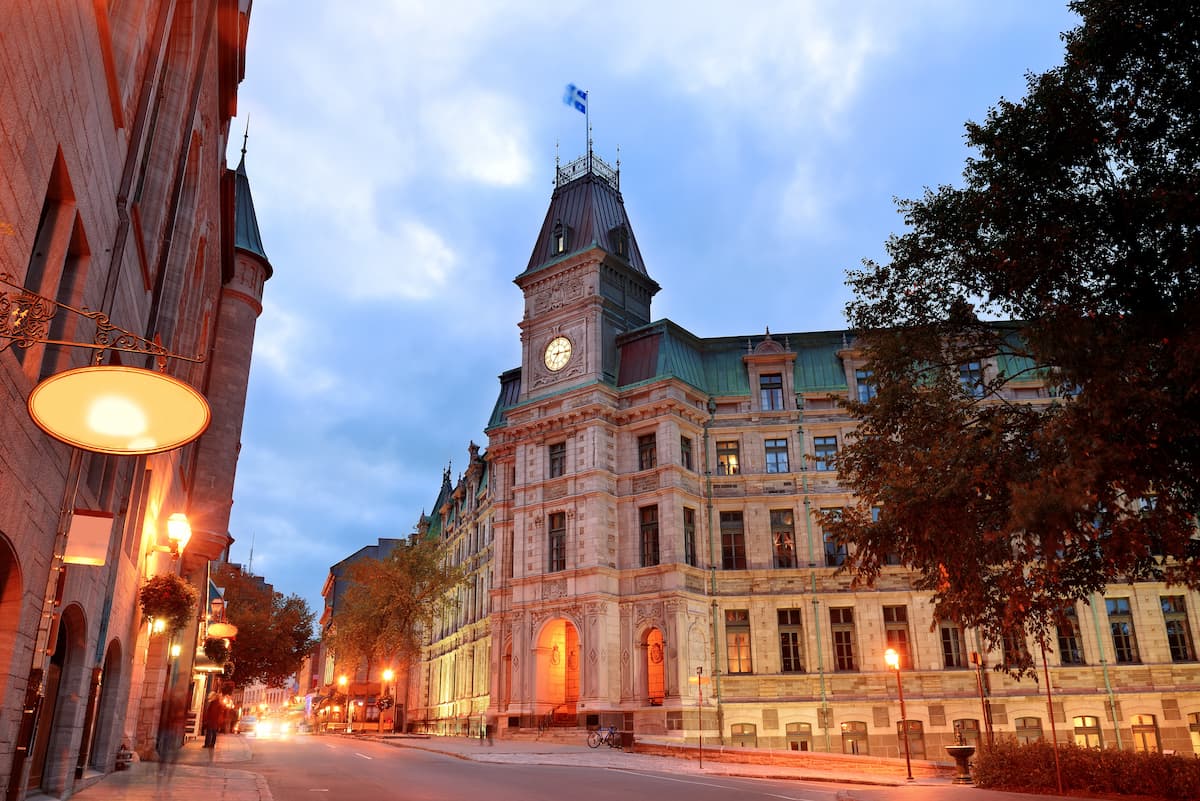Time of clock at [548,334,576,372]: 7:15
